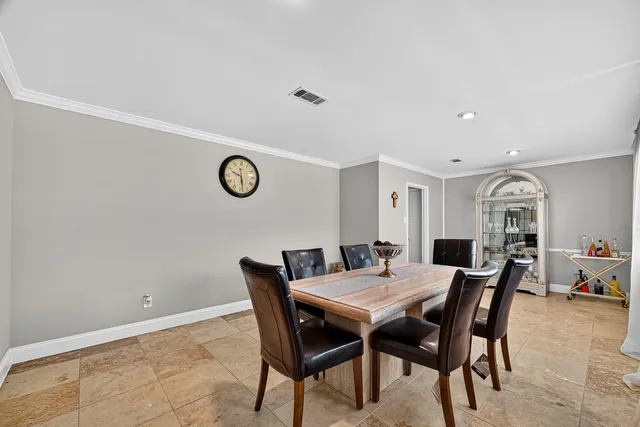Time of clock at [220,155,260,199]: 5:48
